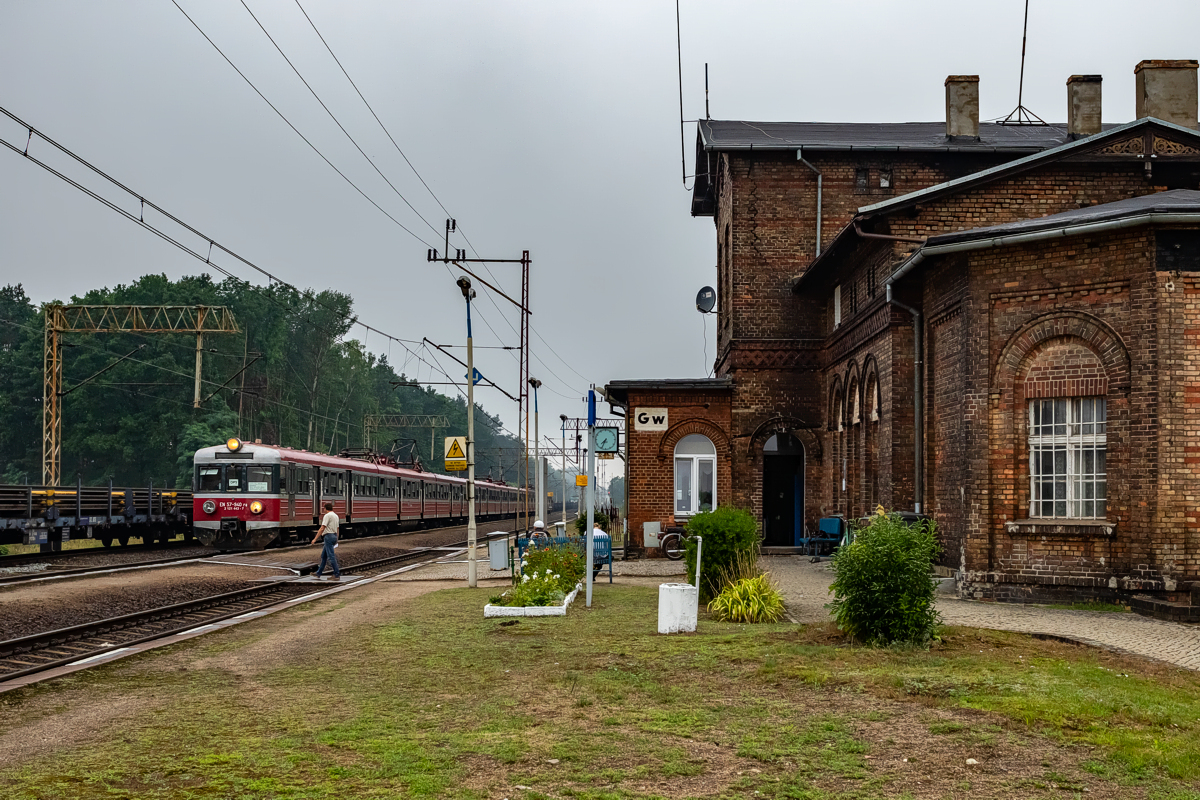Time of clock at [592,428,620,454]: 7:34
